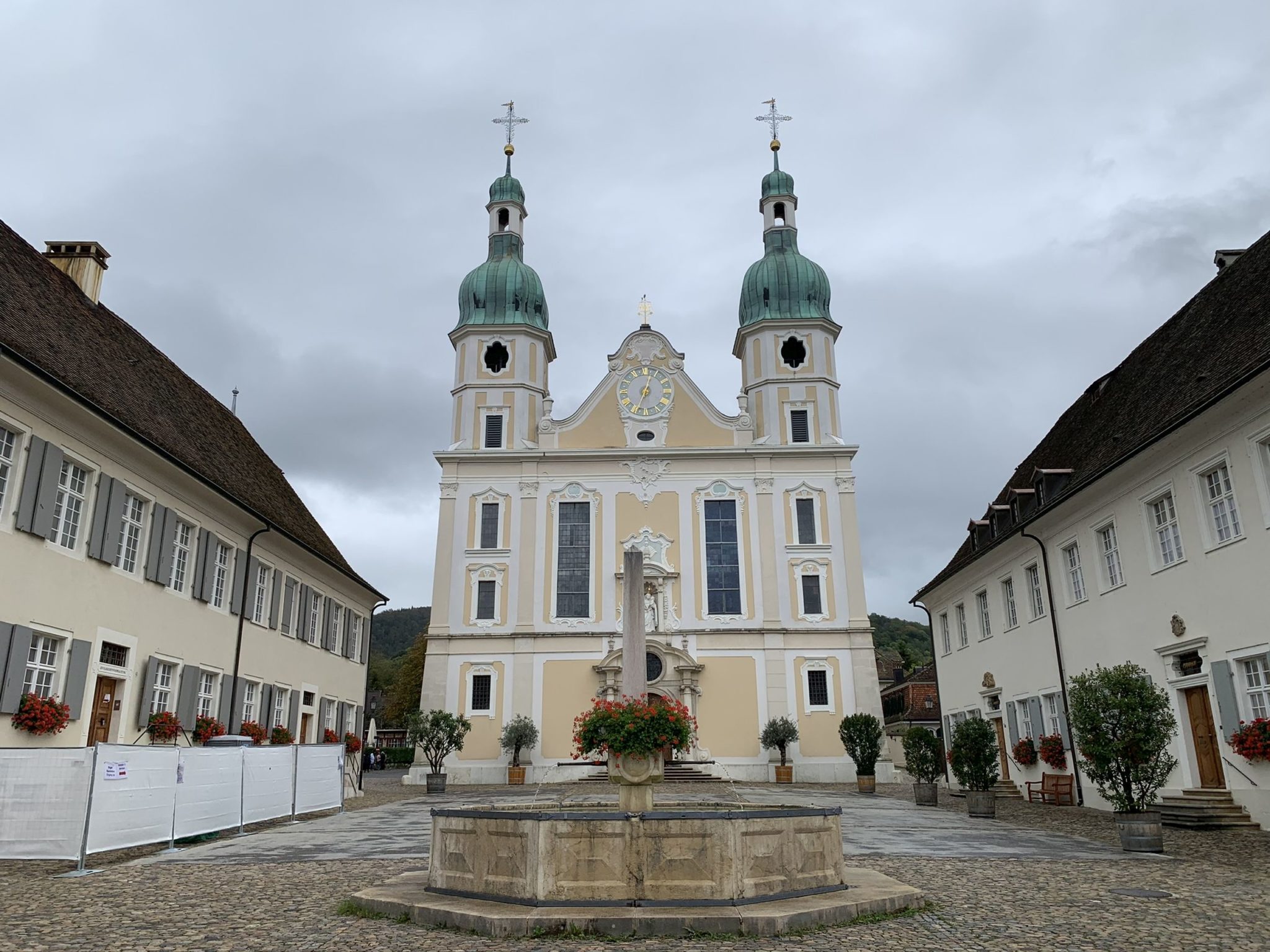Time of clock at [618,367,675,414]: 12:34
